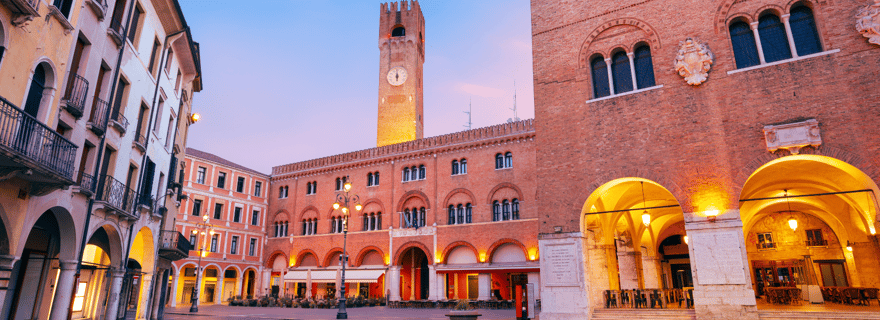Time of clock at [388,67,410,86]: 5:59
